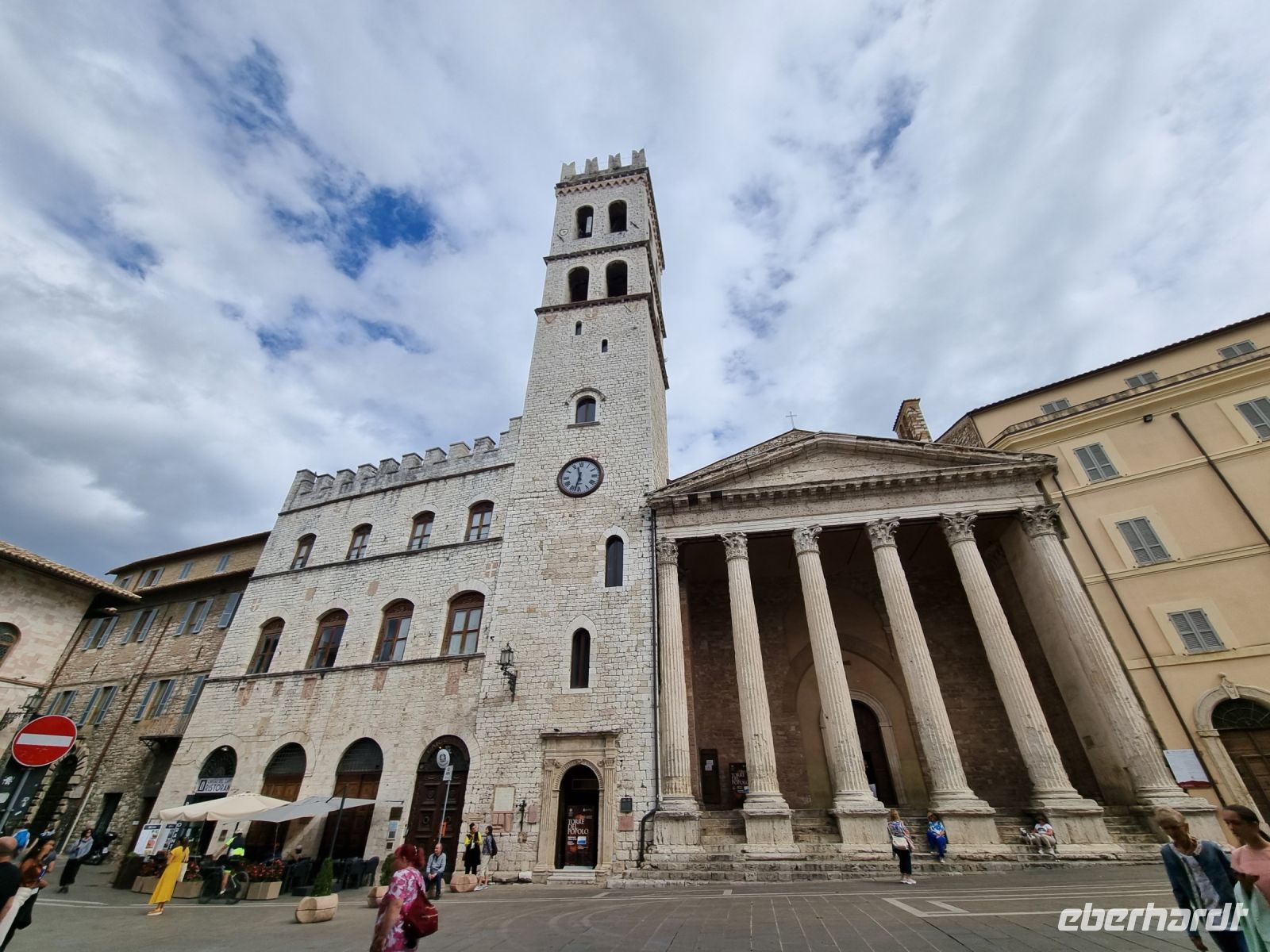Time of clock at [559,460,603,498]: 11:32
